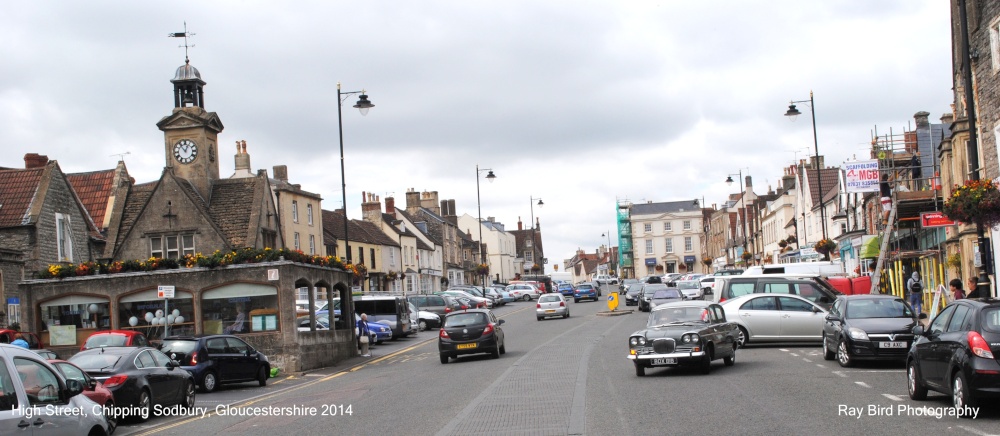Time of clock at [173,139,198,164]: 12:53
